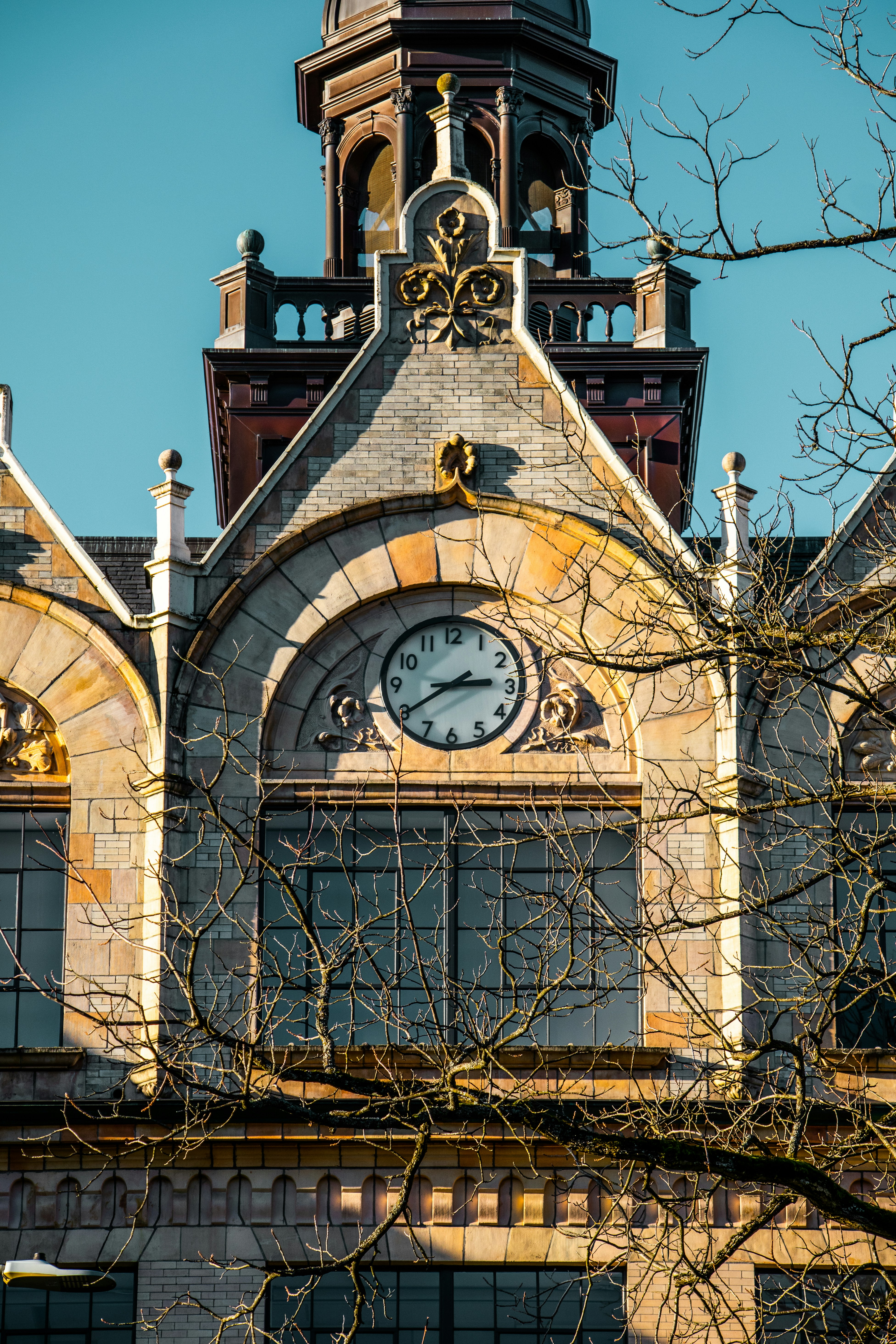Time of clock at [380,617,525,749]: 2:39
